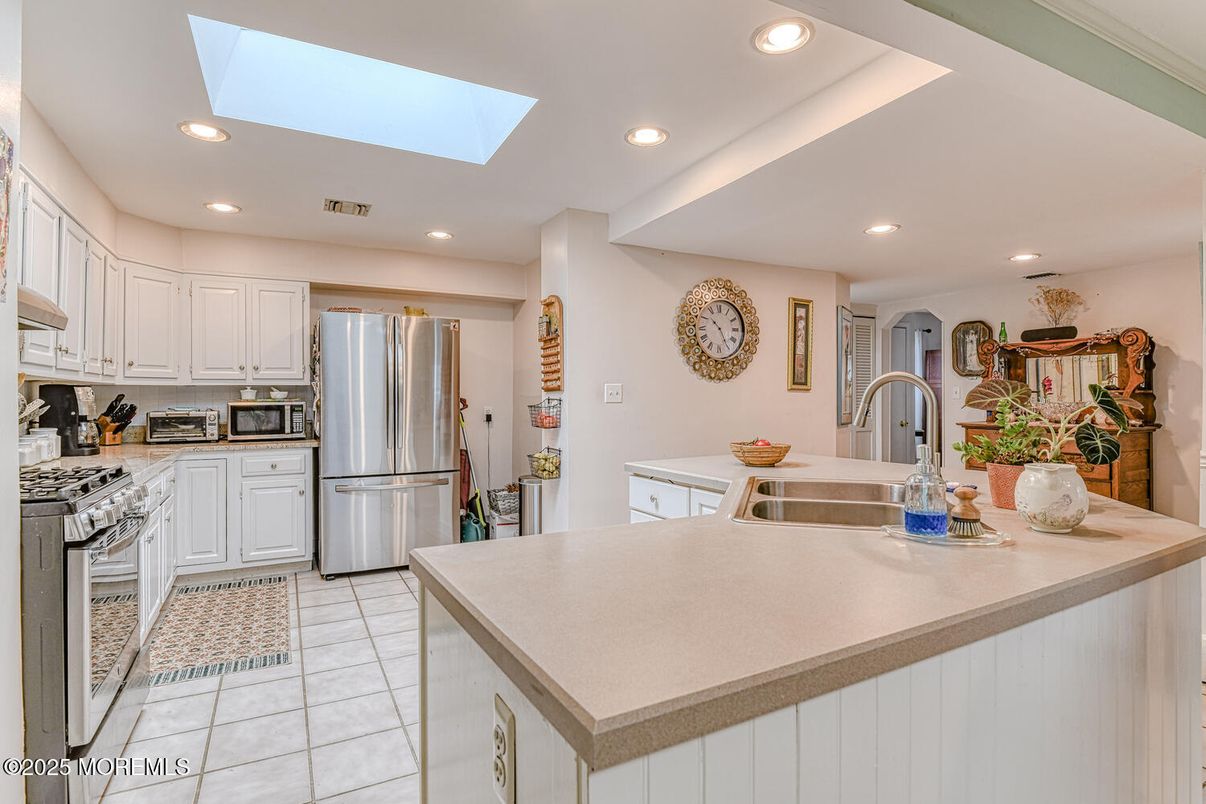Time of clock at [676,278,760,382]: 10:24
